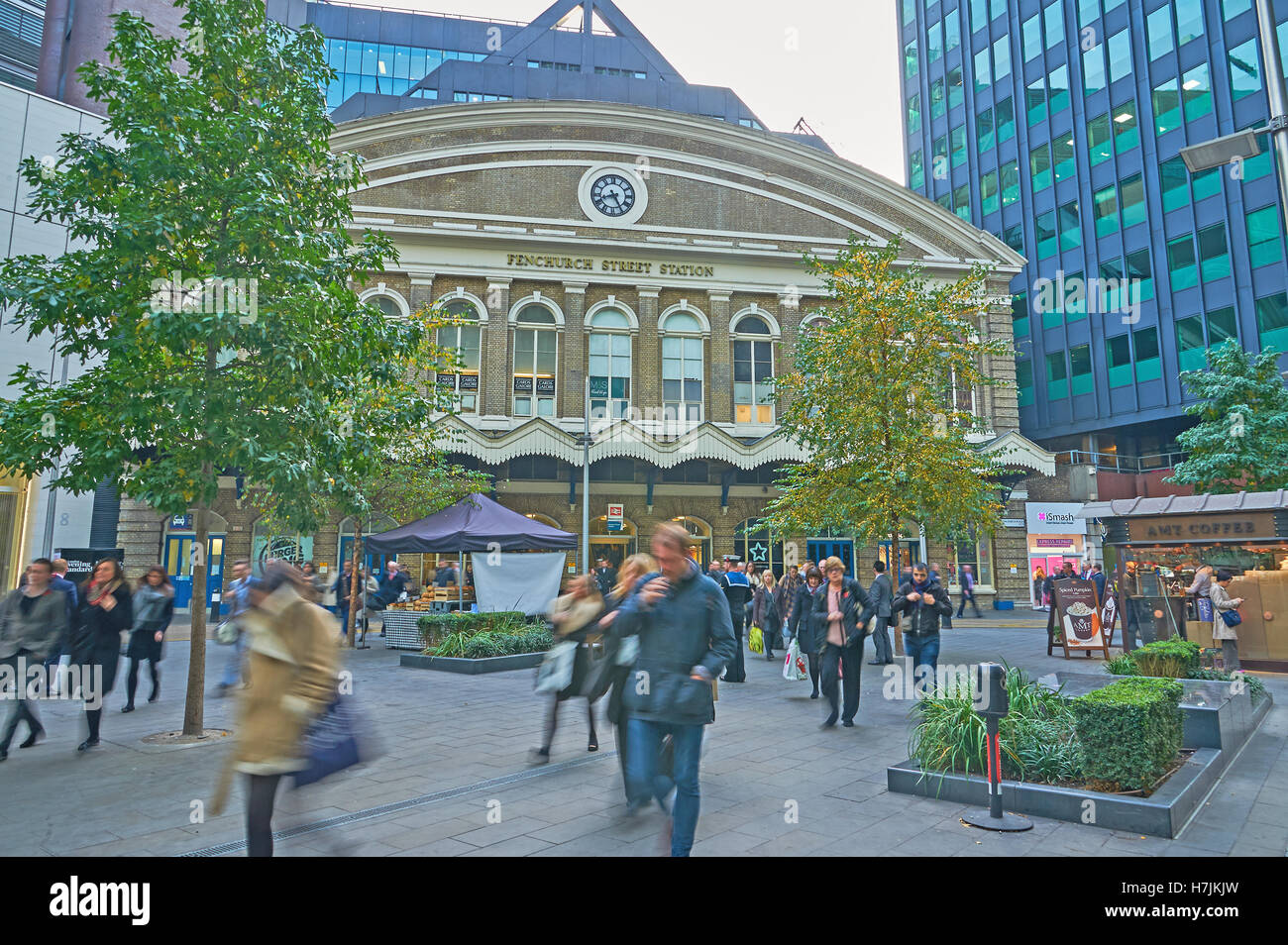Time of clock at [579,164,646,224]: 8:25
